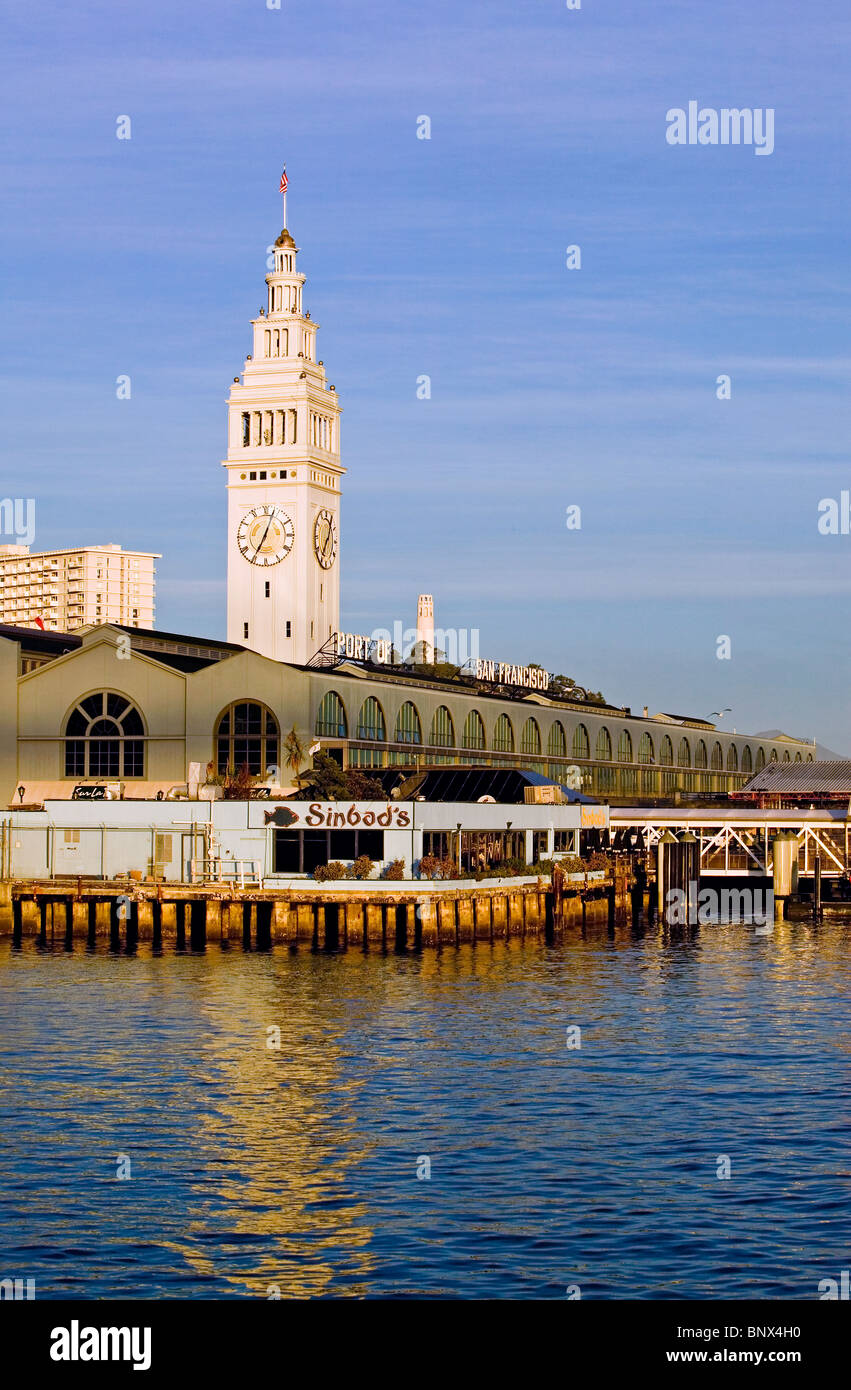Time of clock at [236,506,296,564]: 7:03
